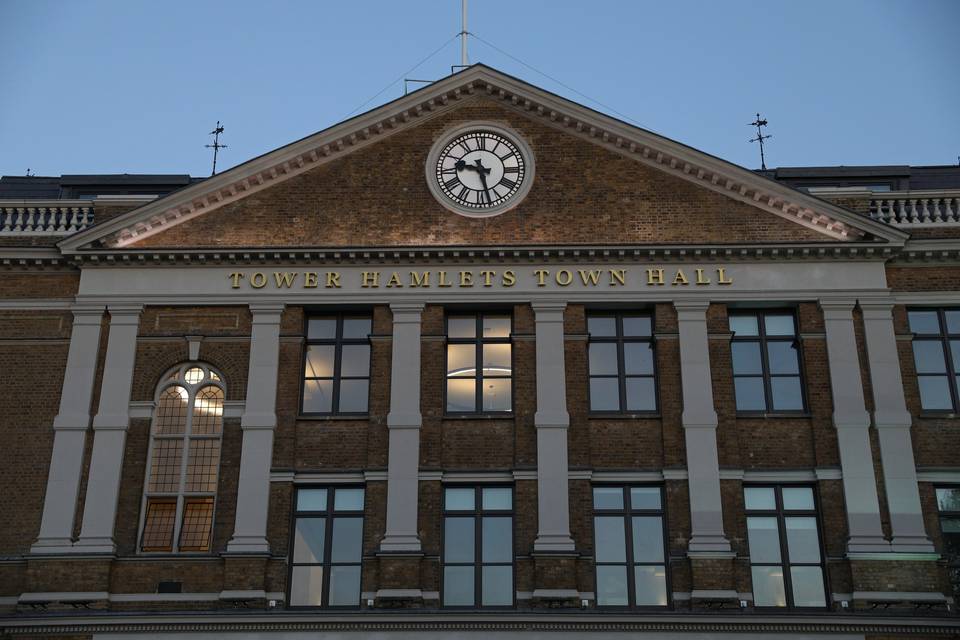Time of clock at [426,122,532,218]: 9:27
